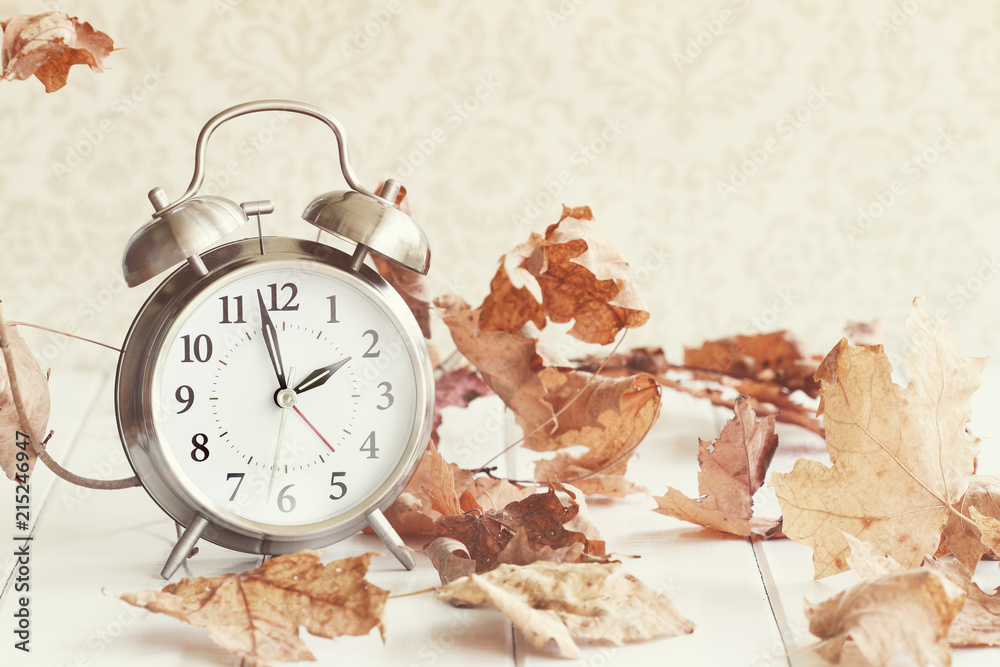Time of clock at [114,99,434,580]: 1:58
